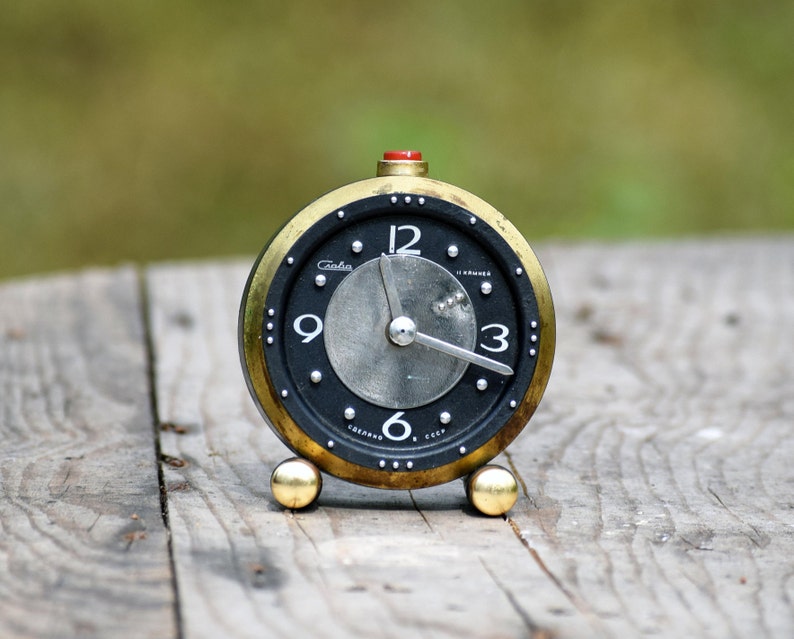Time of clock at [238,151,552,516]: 11:18
